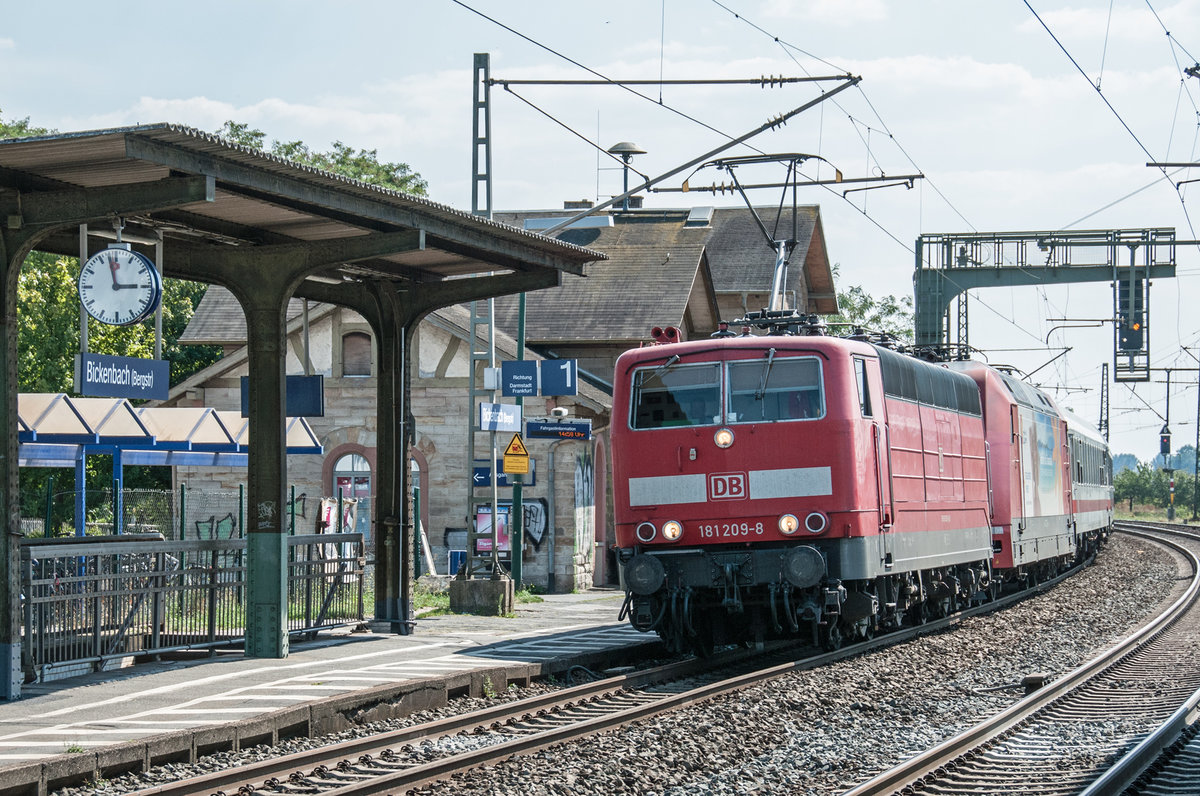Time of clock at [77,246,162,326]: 2:58
